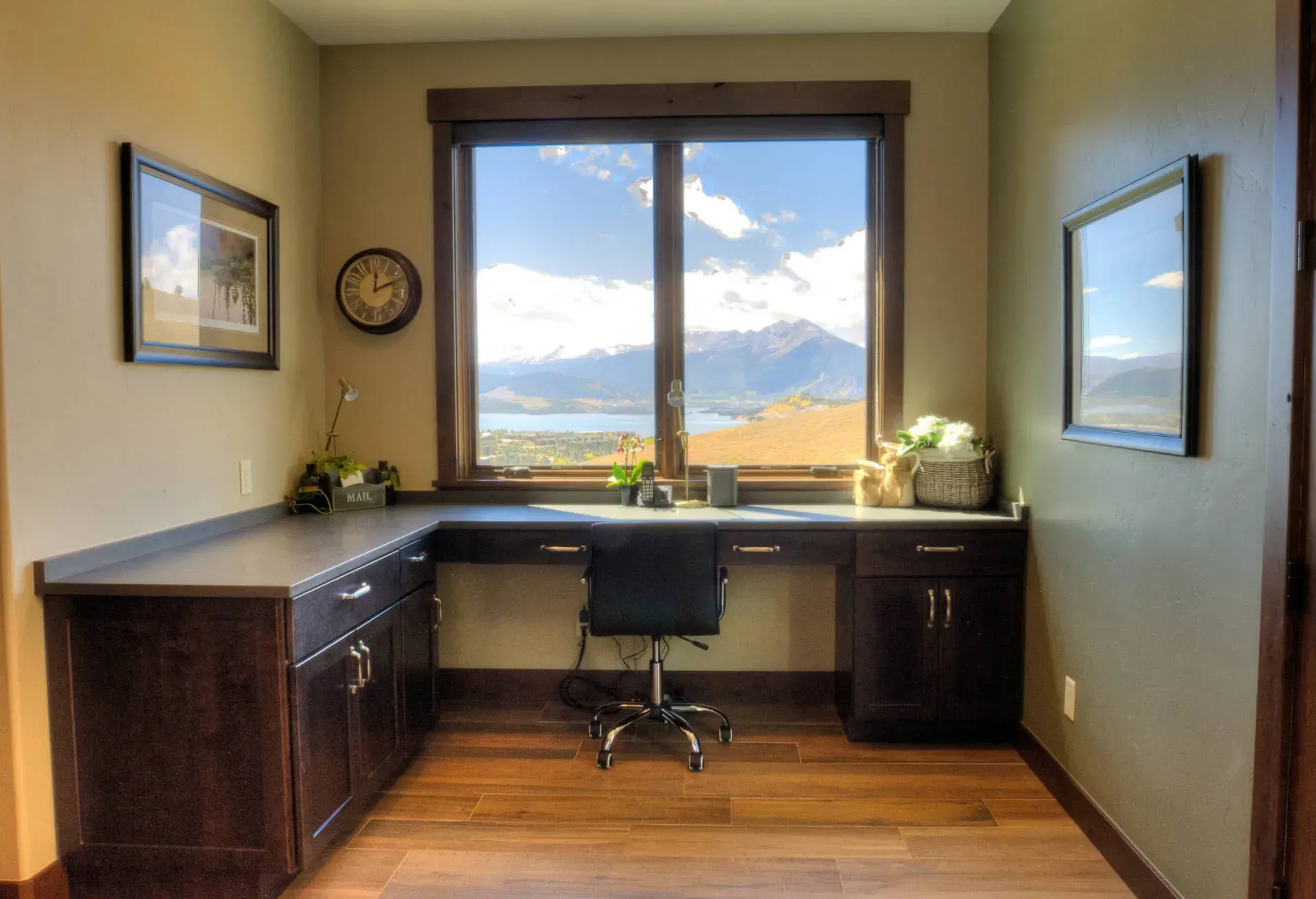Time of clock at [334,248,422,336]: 12:11
